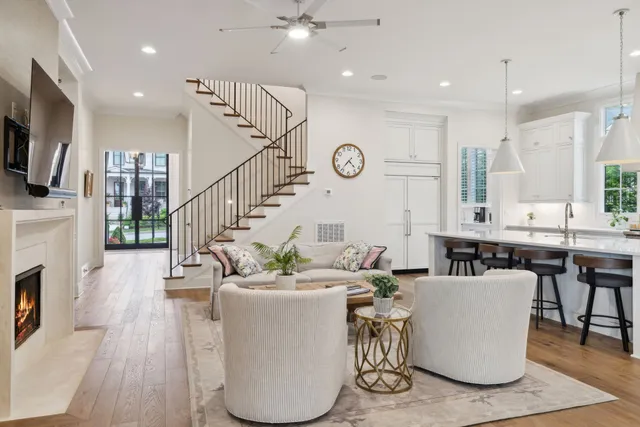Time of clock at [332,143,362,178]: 4:36
